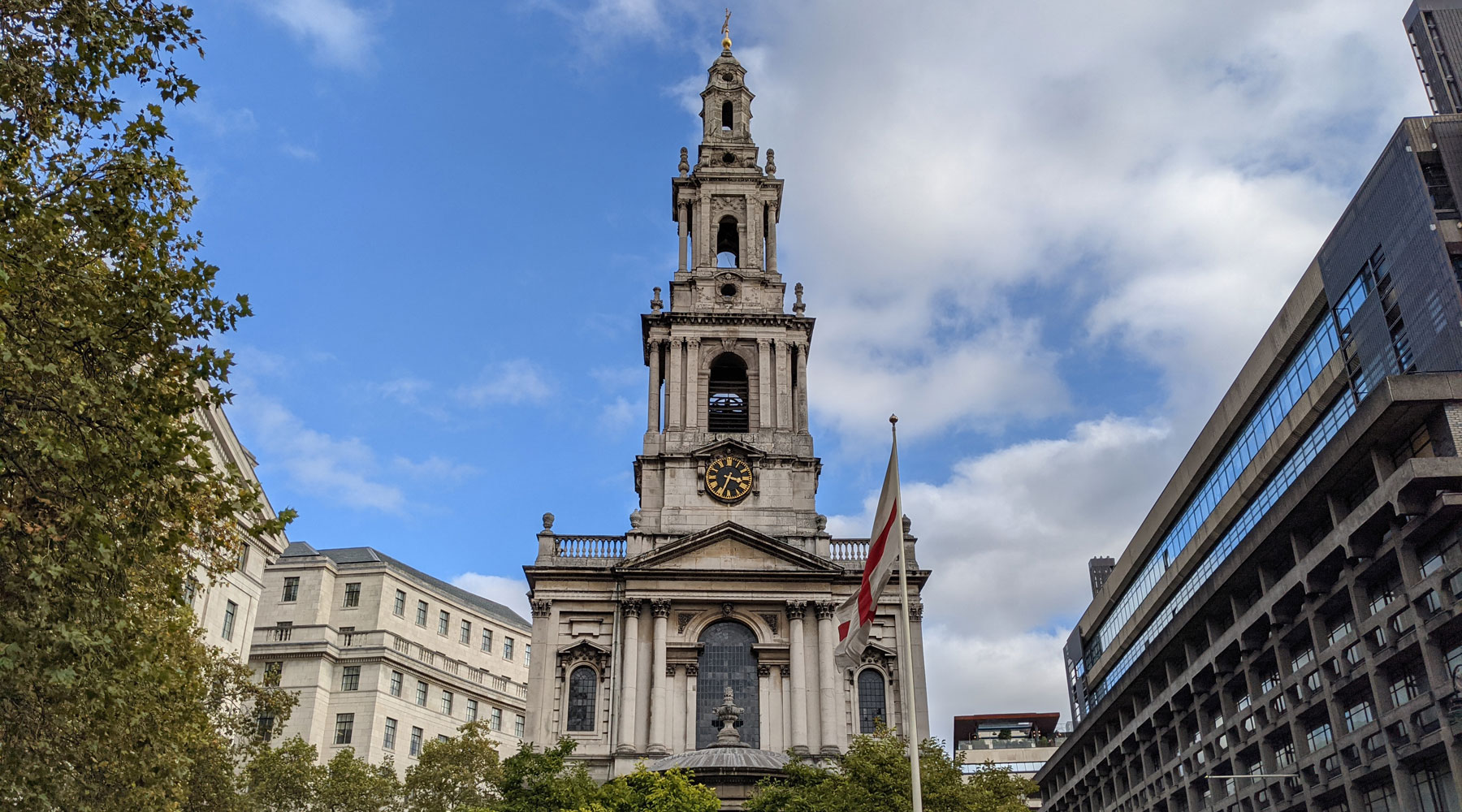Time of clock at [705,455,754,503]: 3:33
